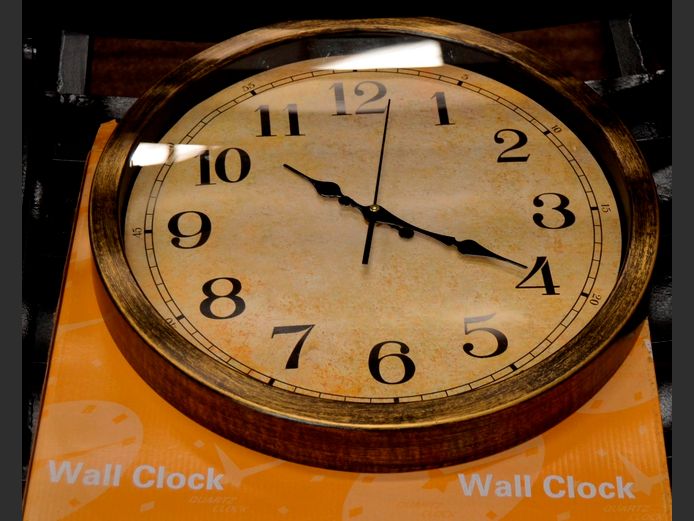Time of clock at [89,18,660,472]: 10:19
